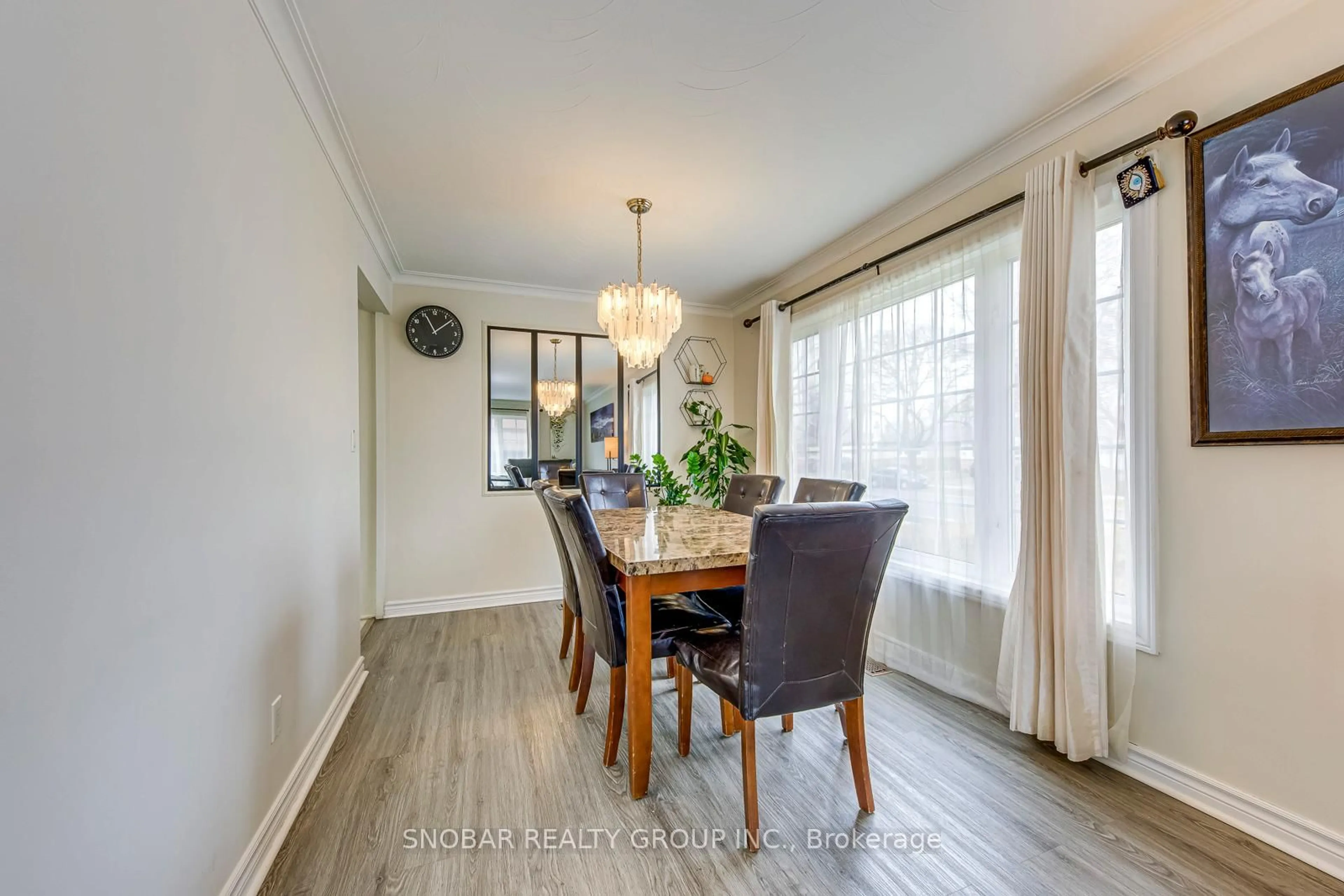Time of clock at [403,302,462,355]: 11:08
